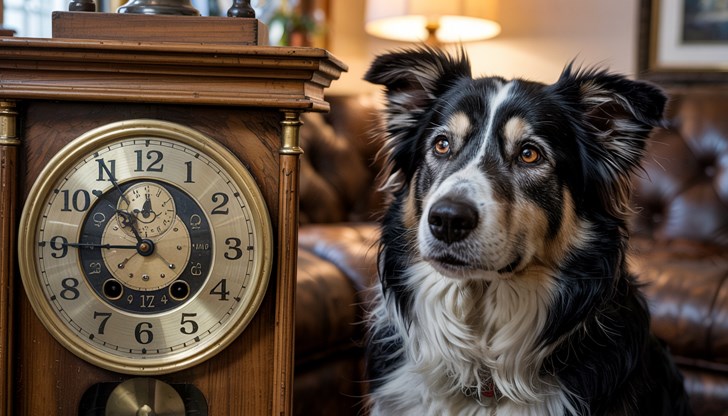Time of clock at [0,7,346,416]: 10:45
